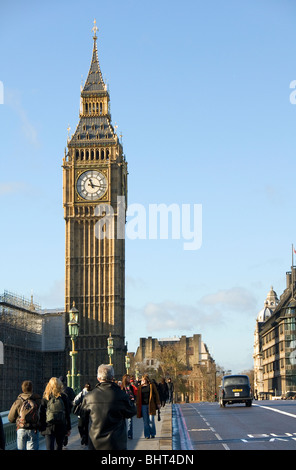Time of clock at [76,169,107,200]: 11:17
